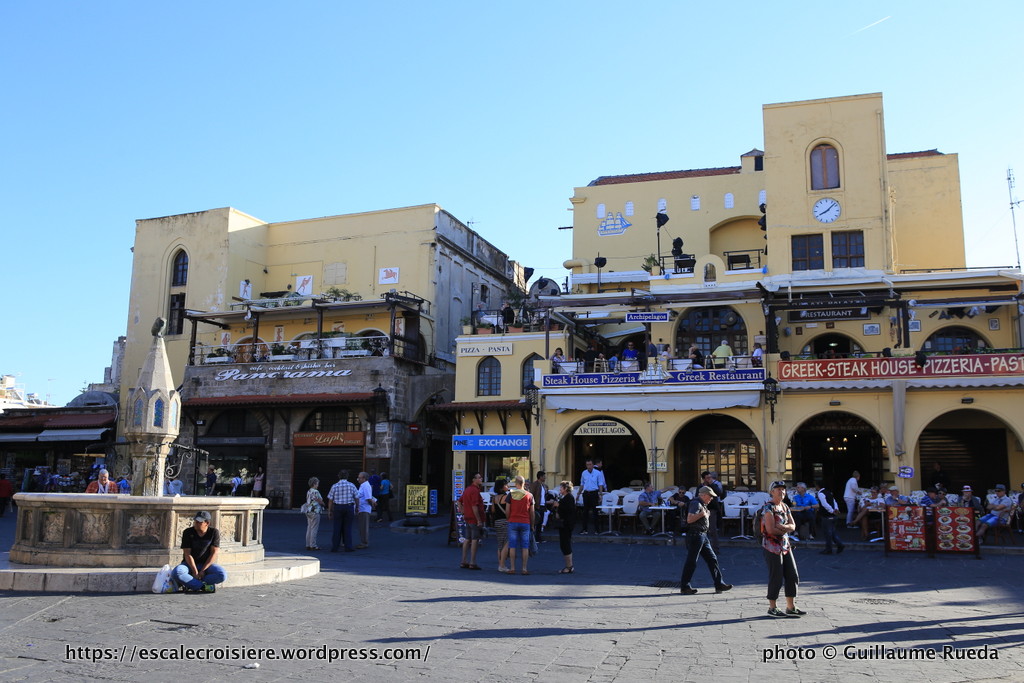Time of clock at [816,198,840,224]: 8:07
